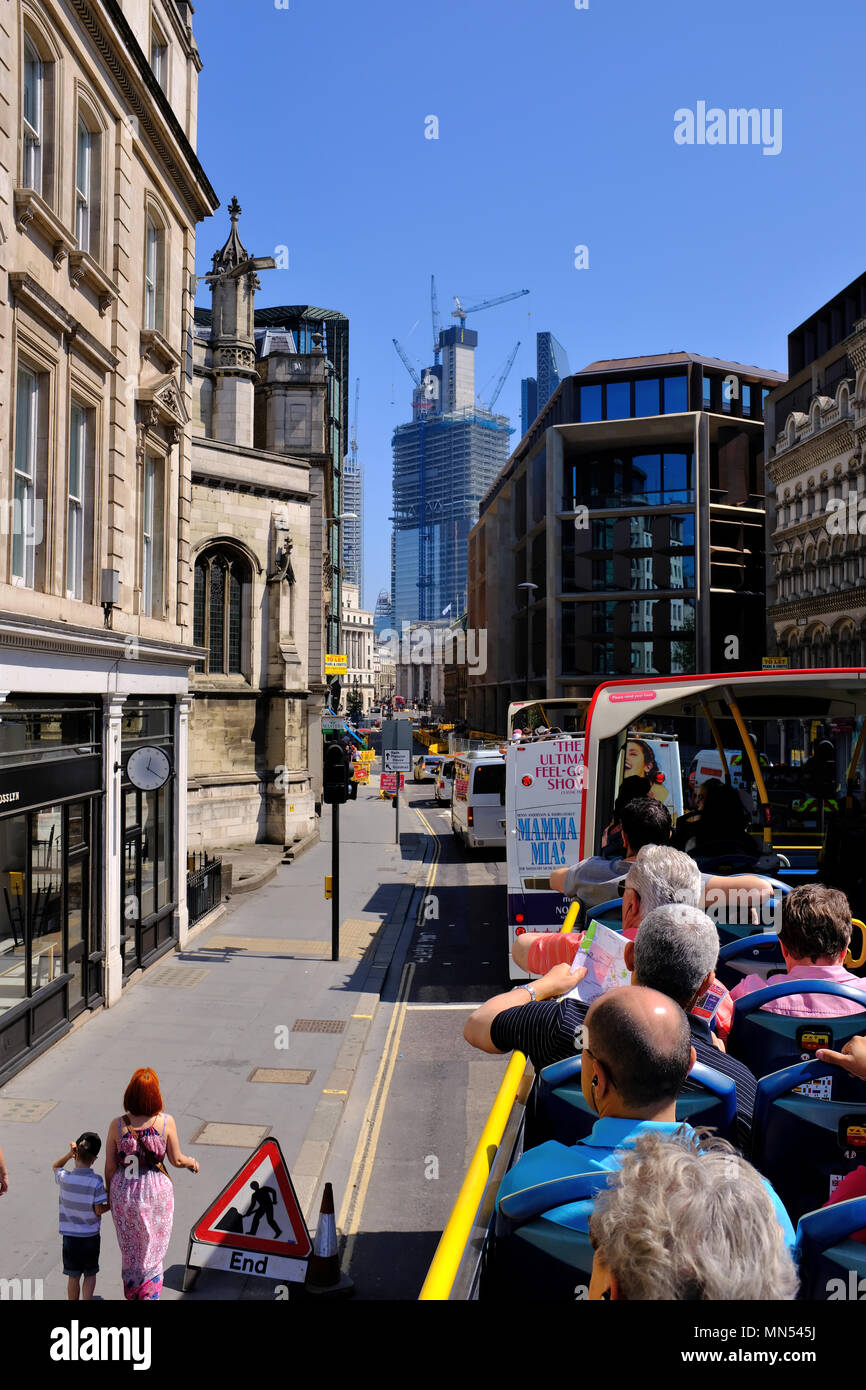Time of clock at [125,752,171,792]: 12:20
